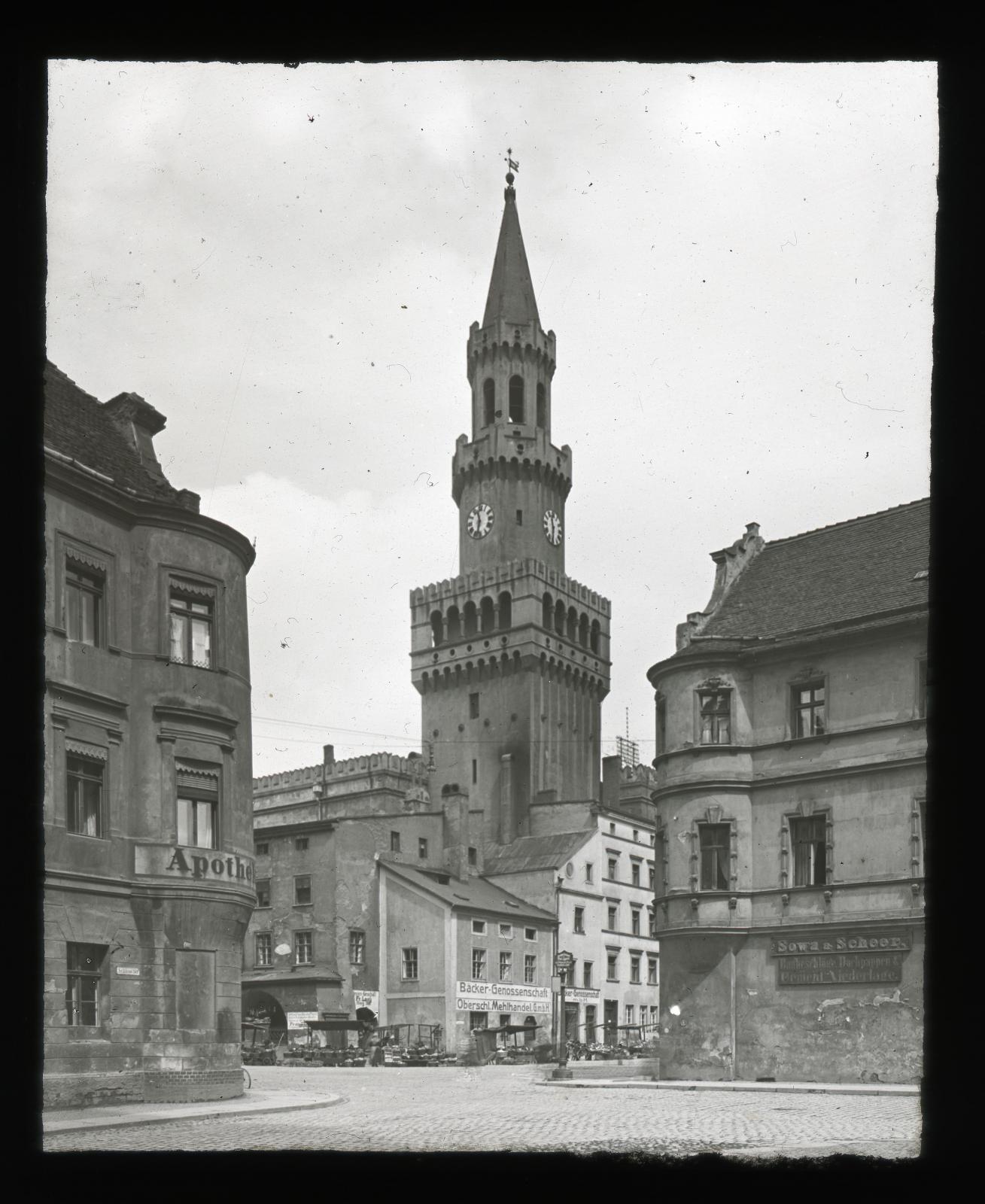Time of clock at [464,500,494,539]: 11:32
